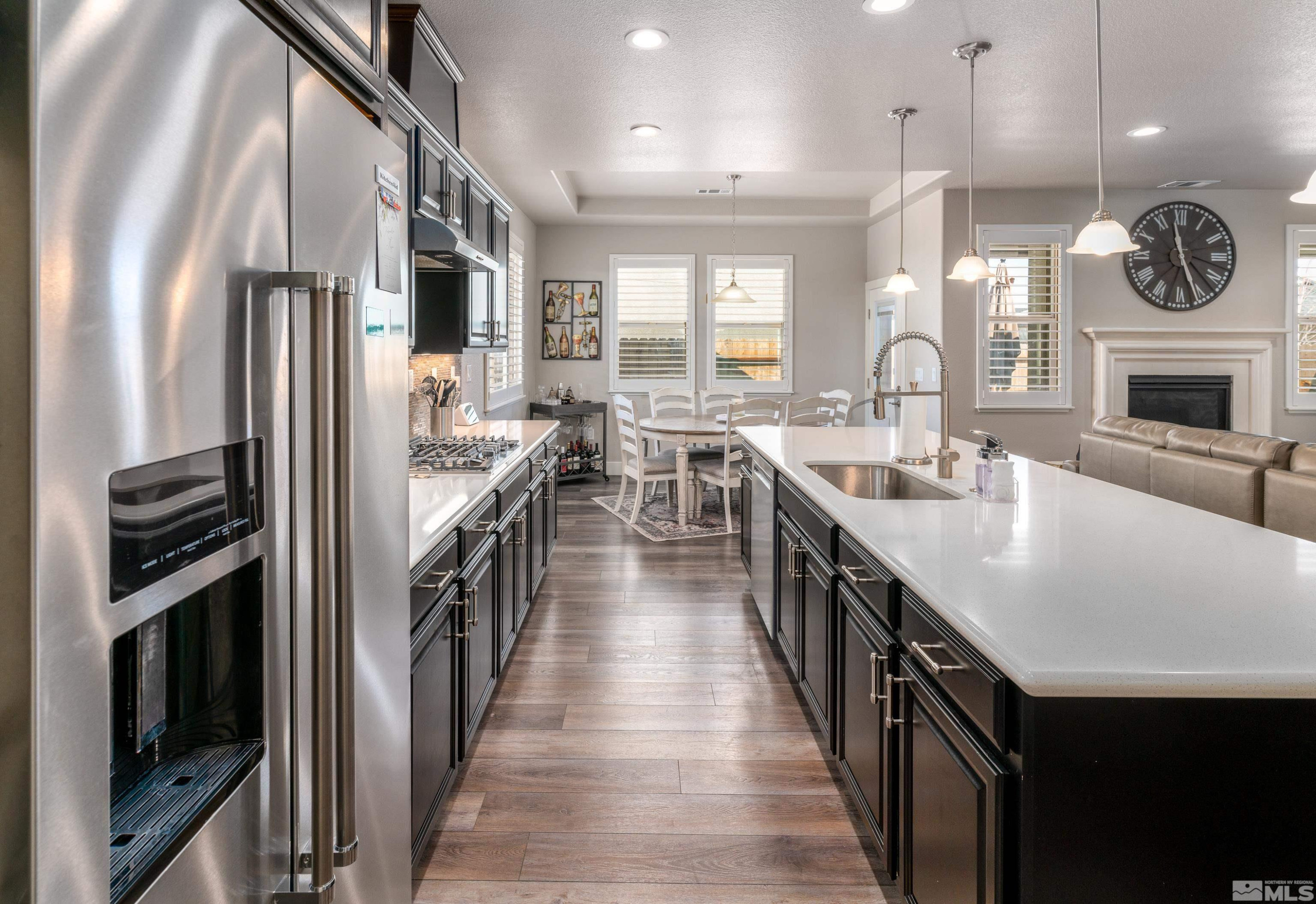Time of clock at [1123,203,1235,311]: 11:26
